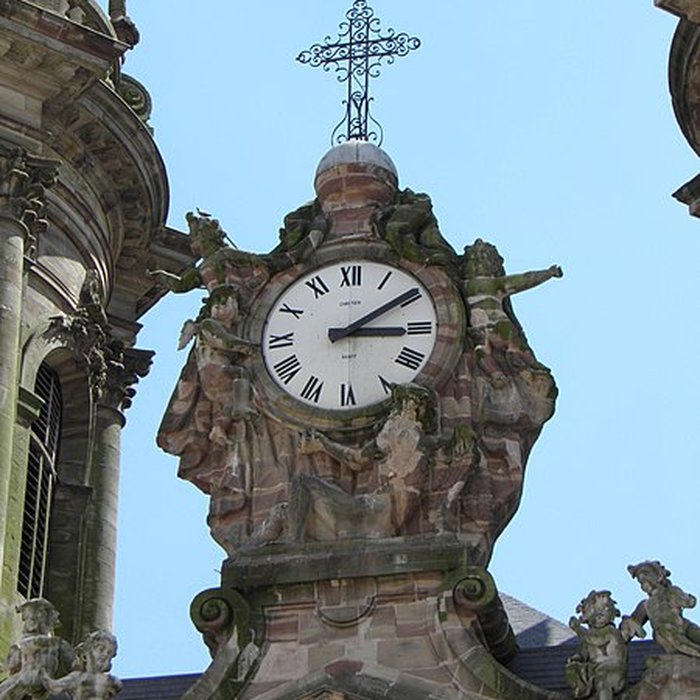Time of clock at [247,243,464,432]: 3:09
